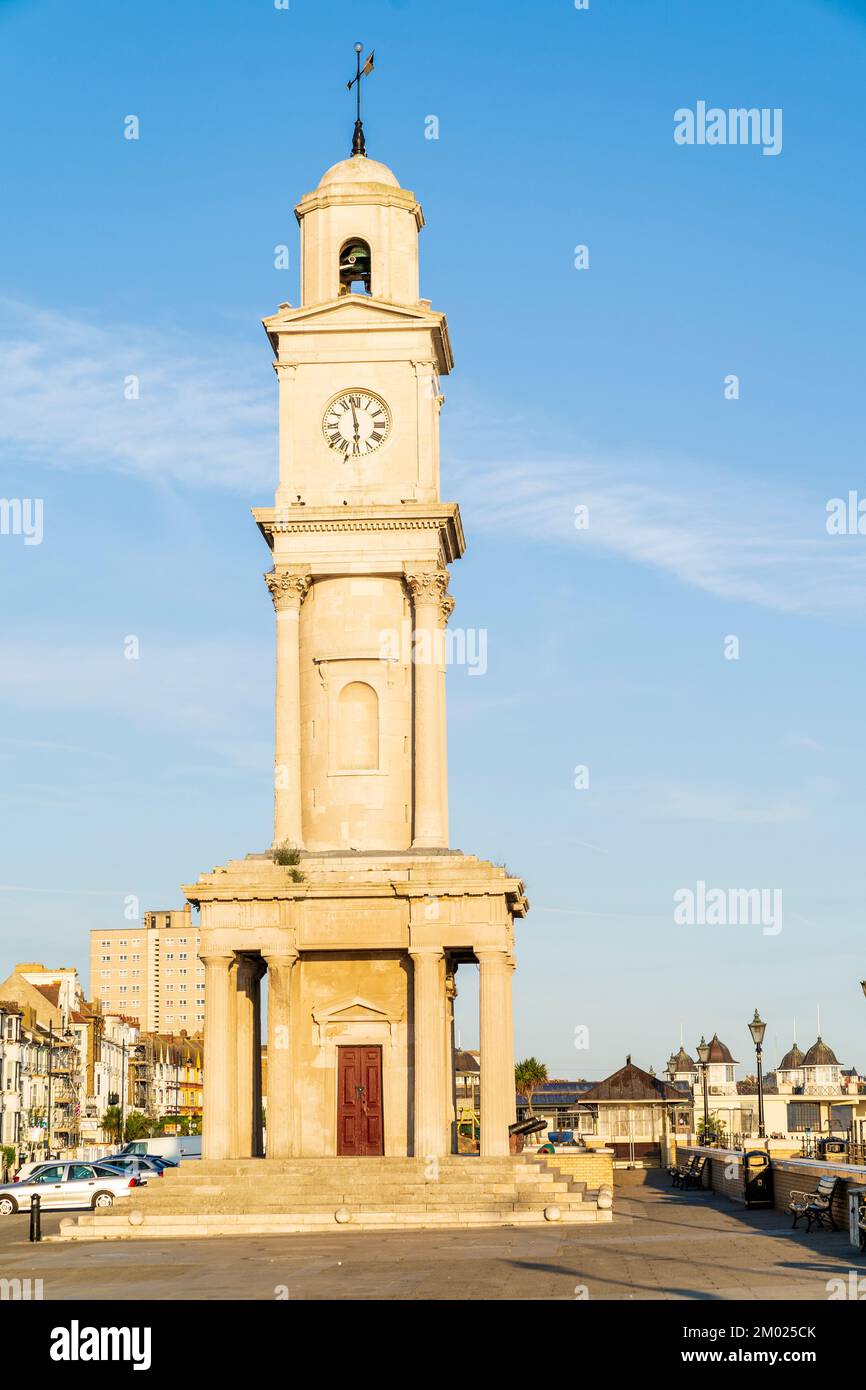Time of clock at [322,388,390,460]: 5:58
